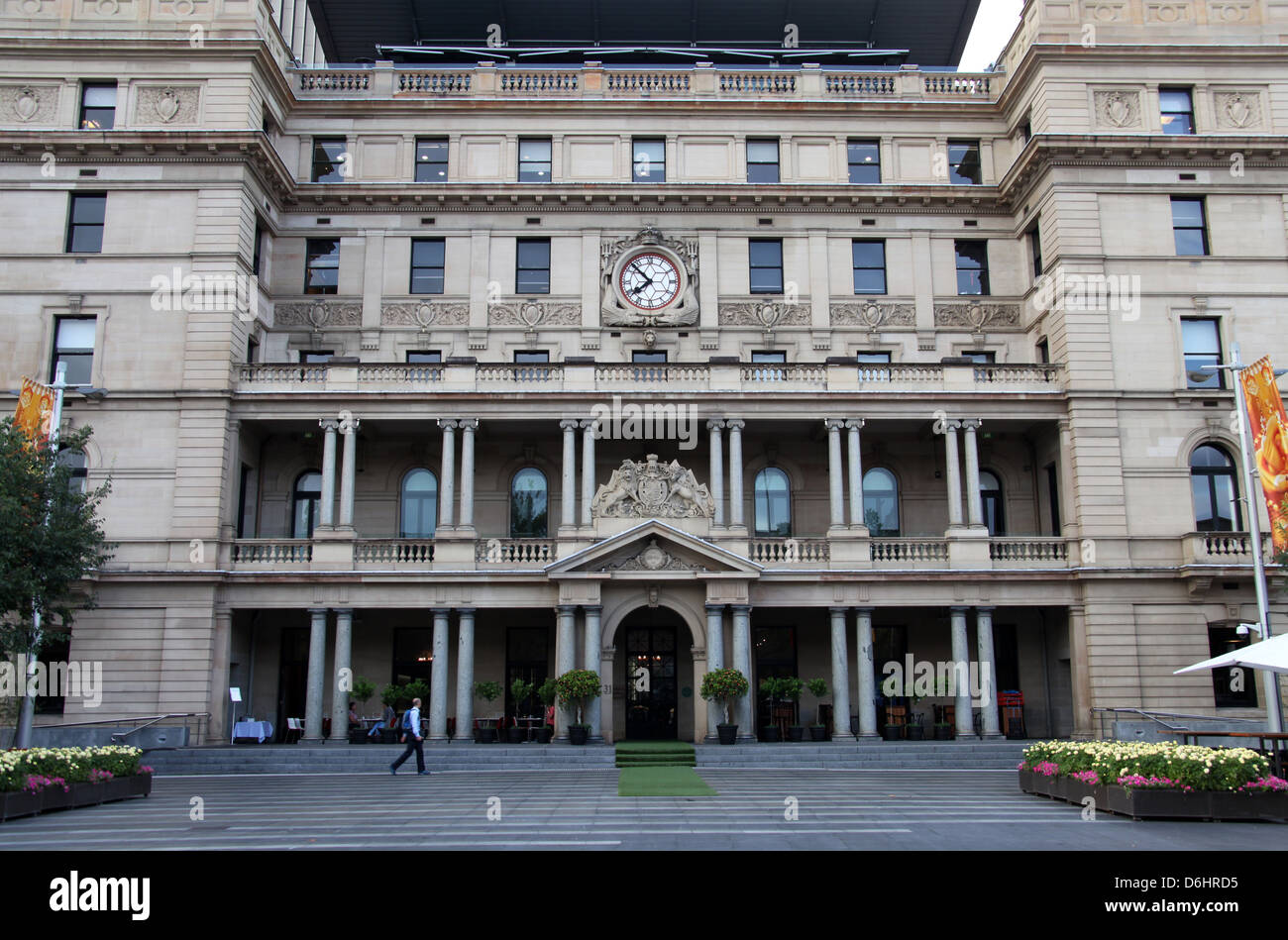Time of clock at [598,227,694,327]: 7:52
